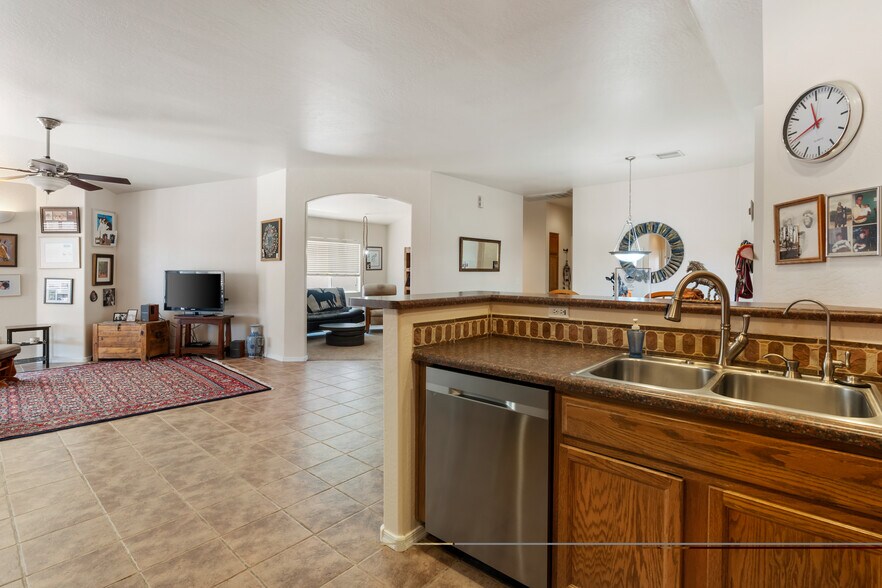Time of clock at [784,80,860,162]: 11:42
